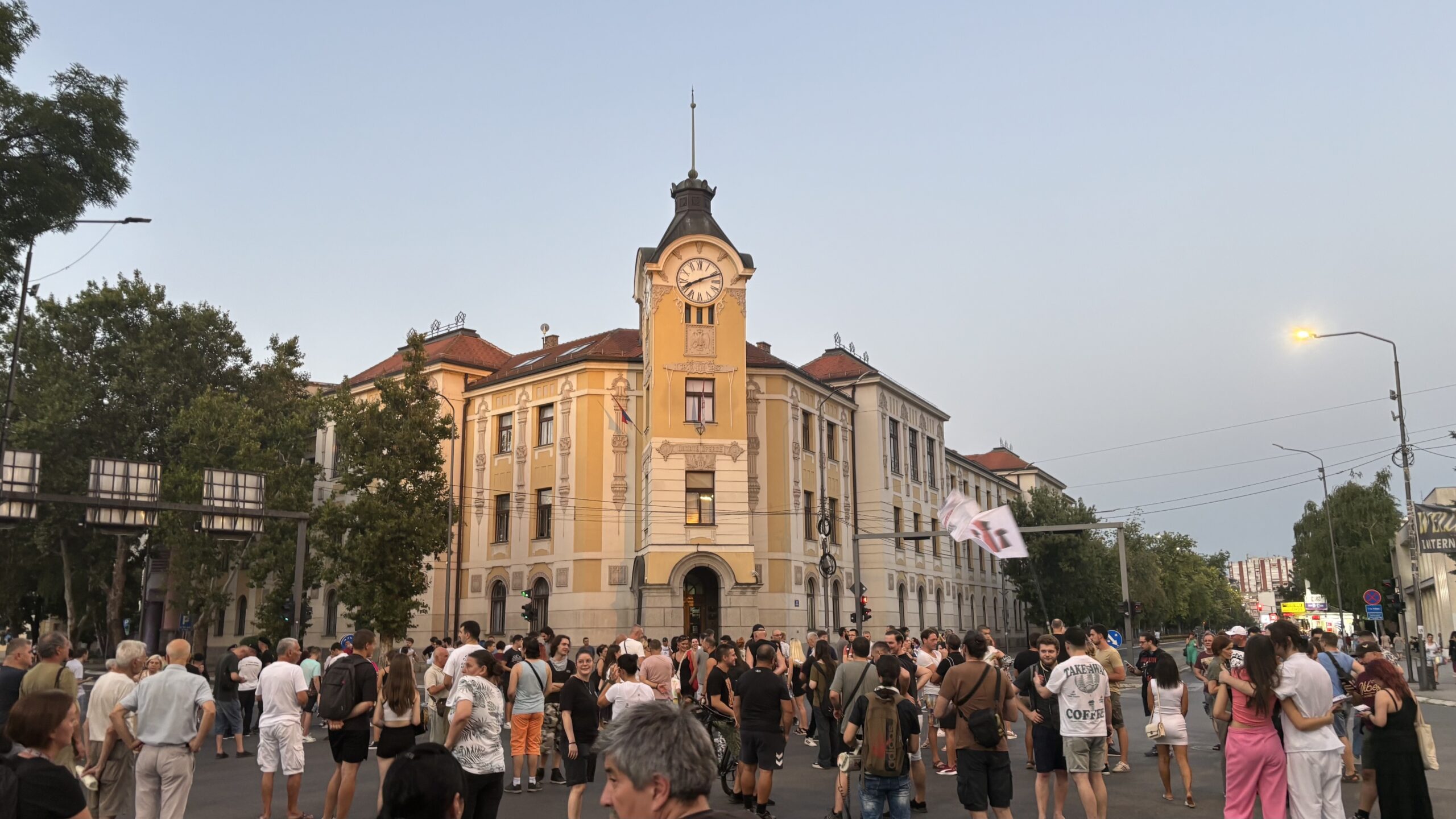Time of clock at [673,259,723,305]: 8:11
